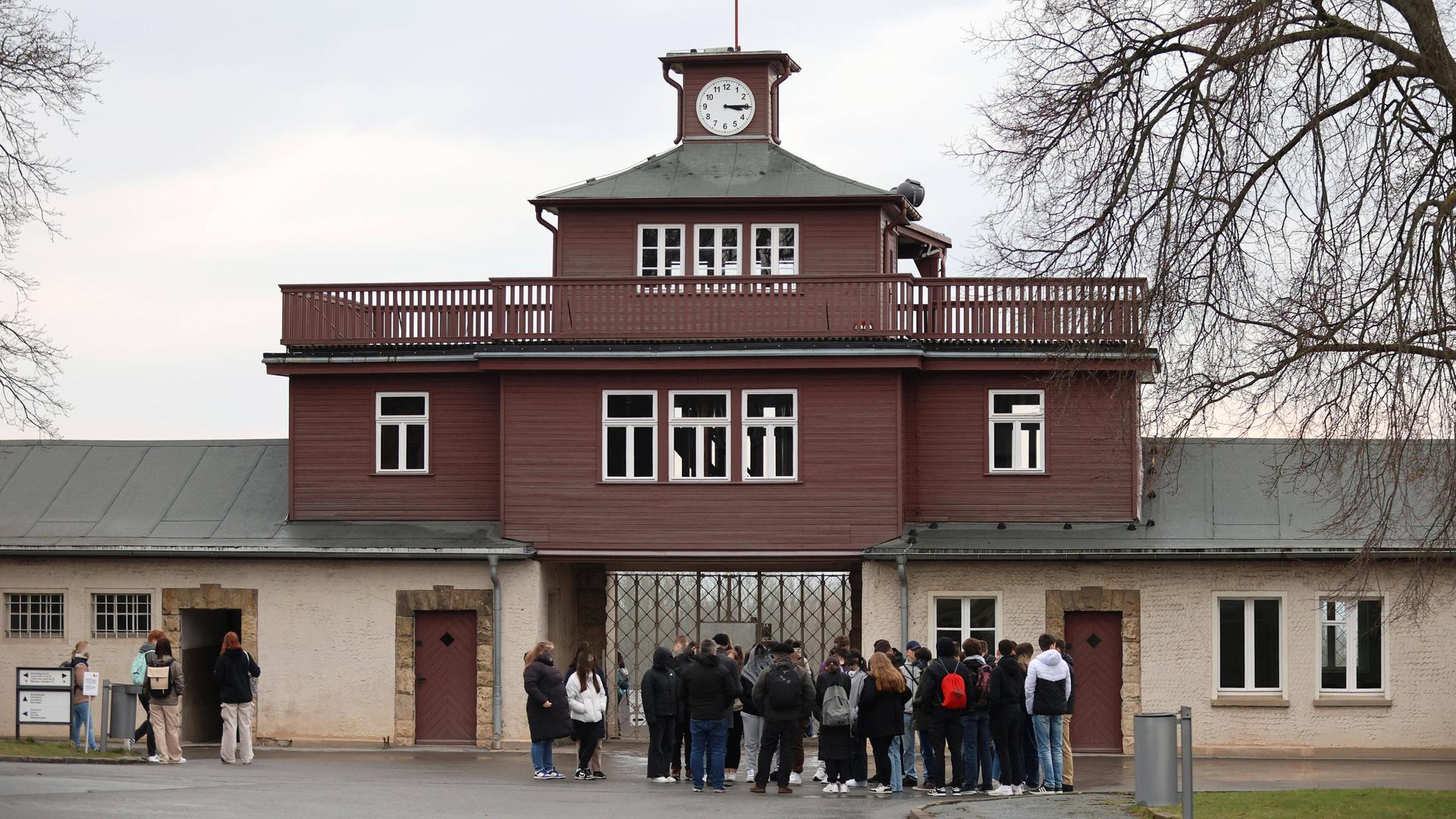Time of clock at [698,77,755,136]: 3:14
